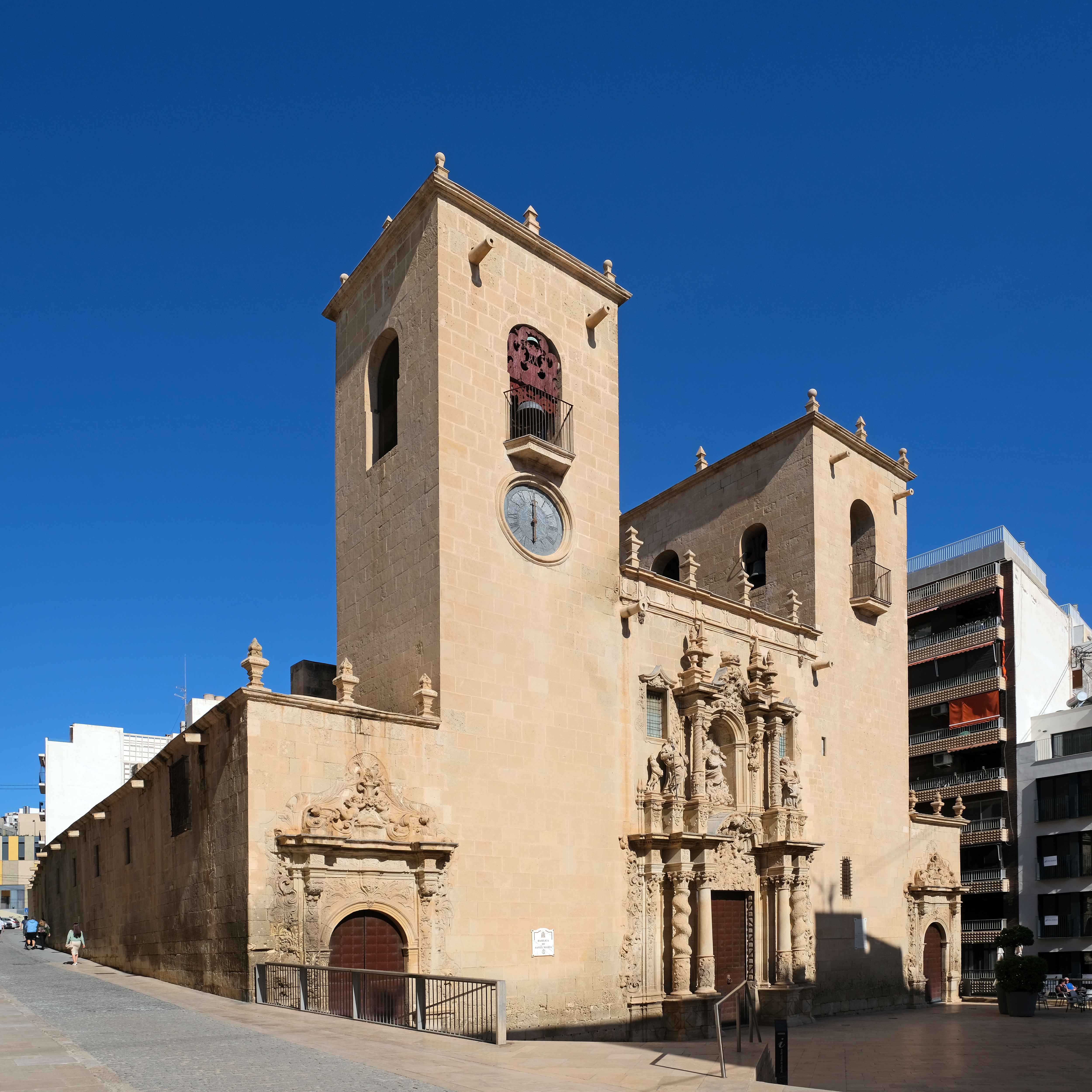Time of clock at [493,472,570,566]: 6:00
